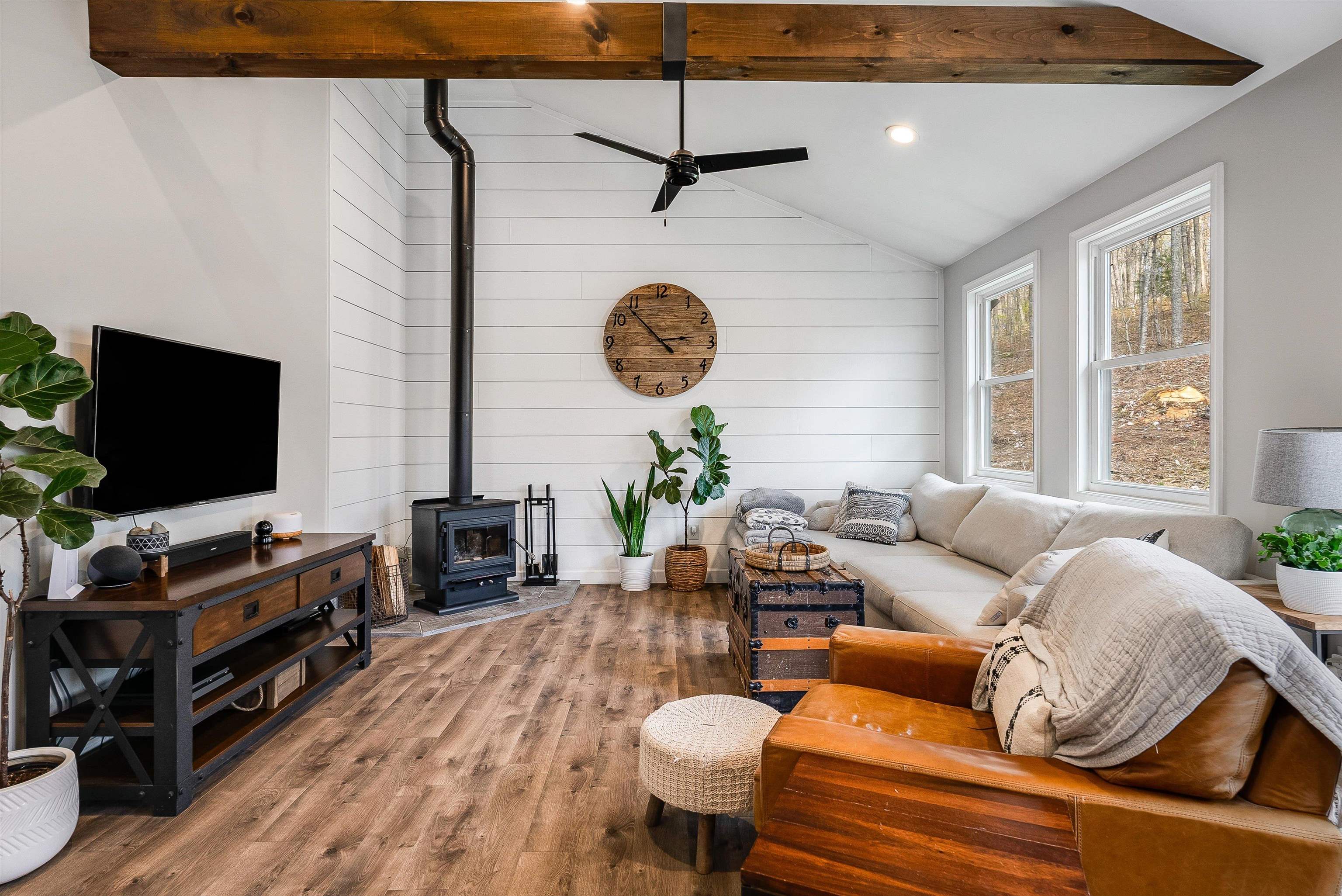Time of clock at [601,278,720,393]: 2:53
